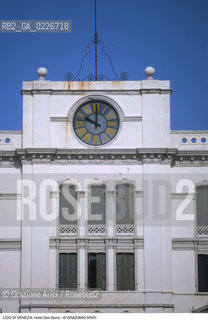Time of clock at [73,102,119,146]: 10:00
